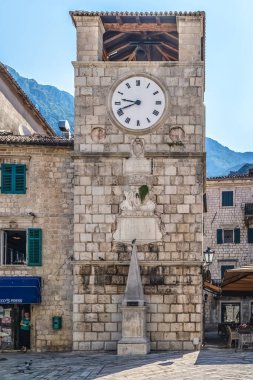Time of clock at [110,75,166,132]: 9:41
